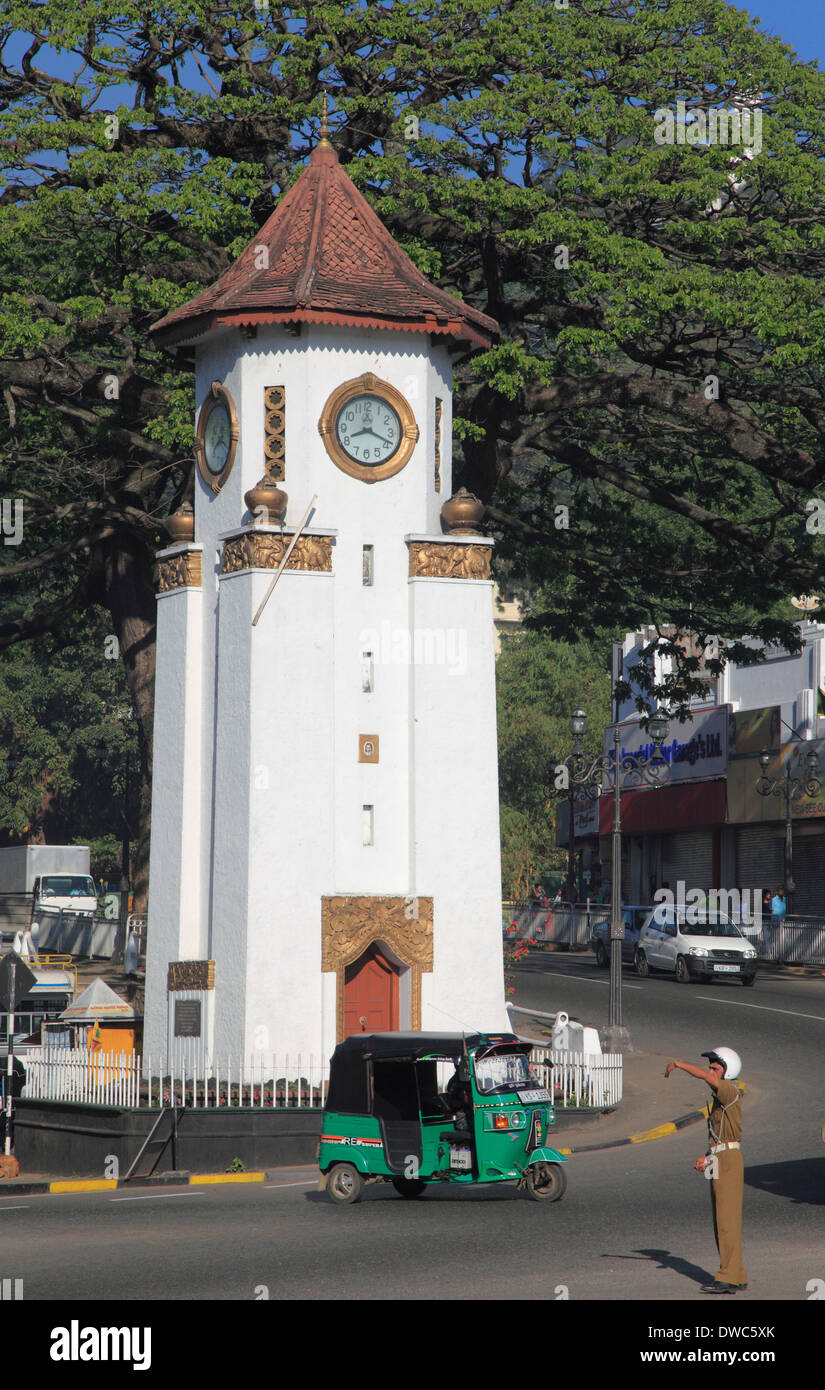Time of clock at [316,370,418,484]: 8:18
